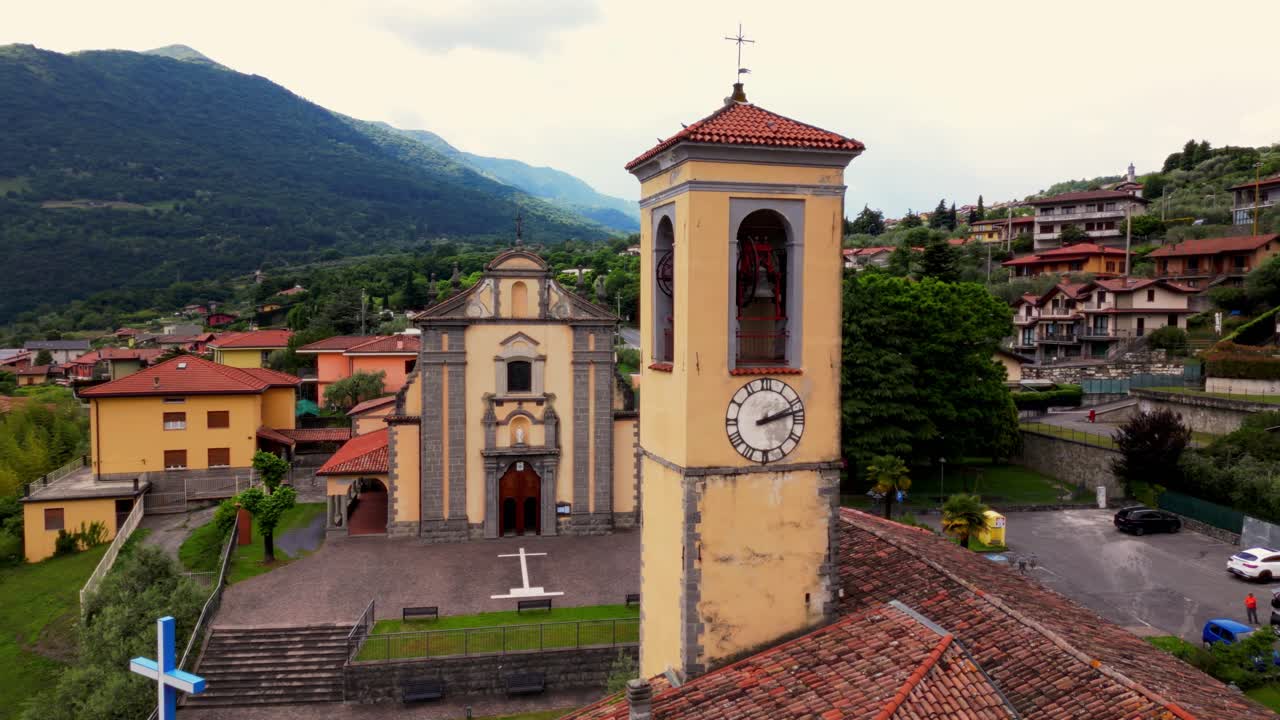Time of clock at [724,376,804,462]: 2:12
